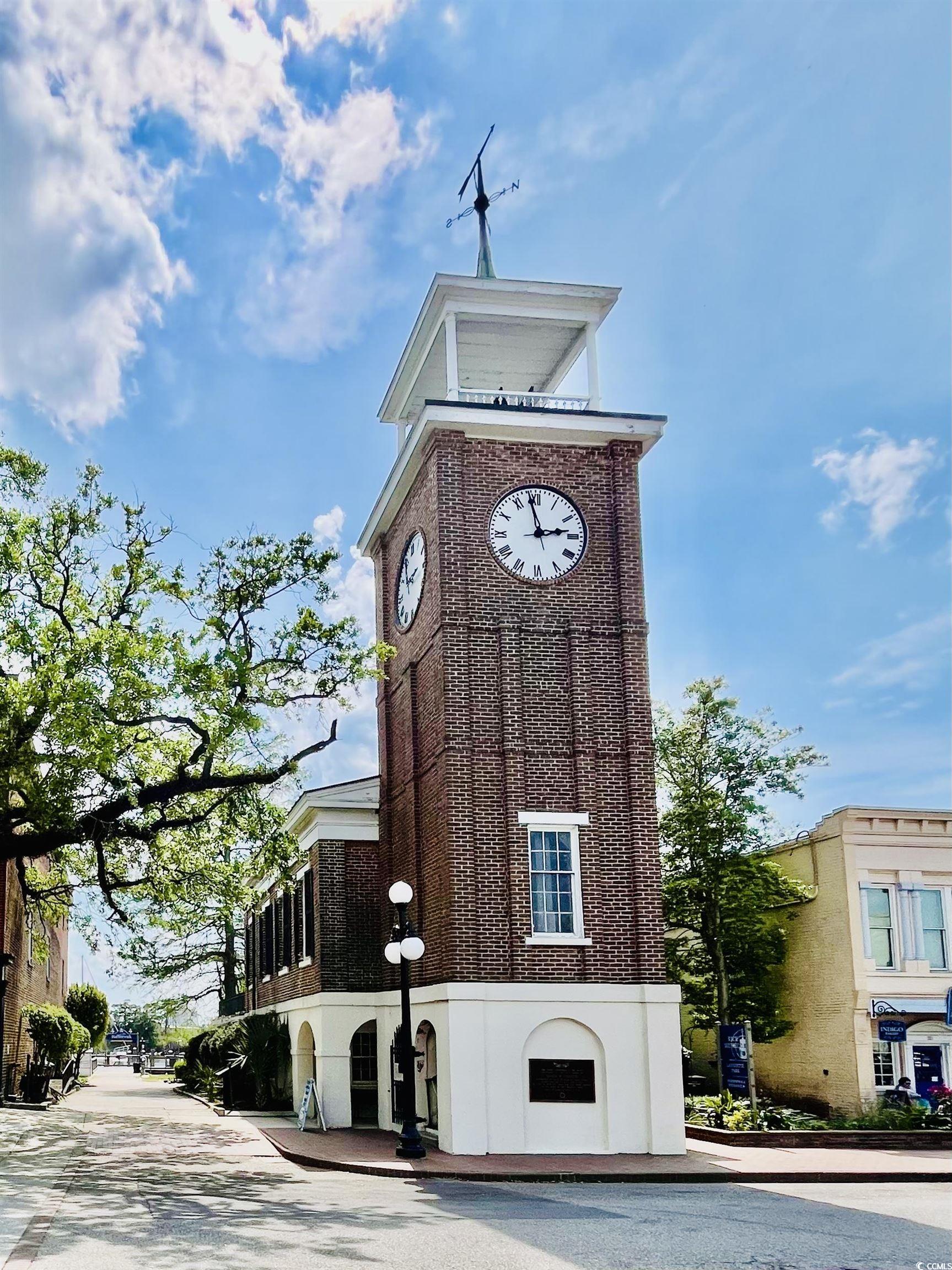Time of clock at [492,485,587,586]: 2:58
